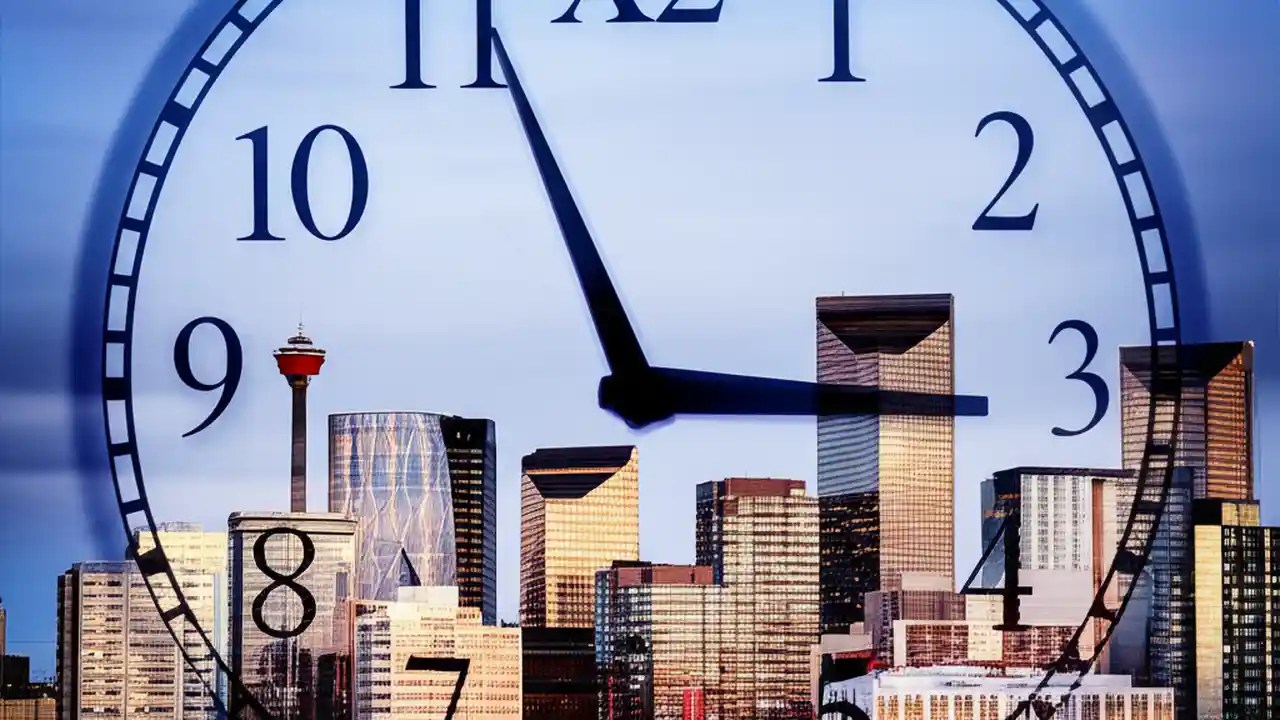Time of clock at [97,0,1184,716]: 2:56
